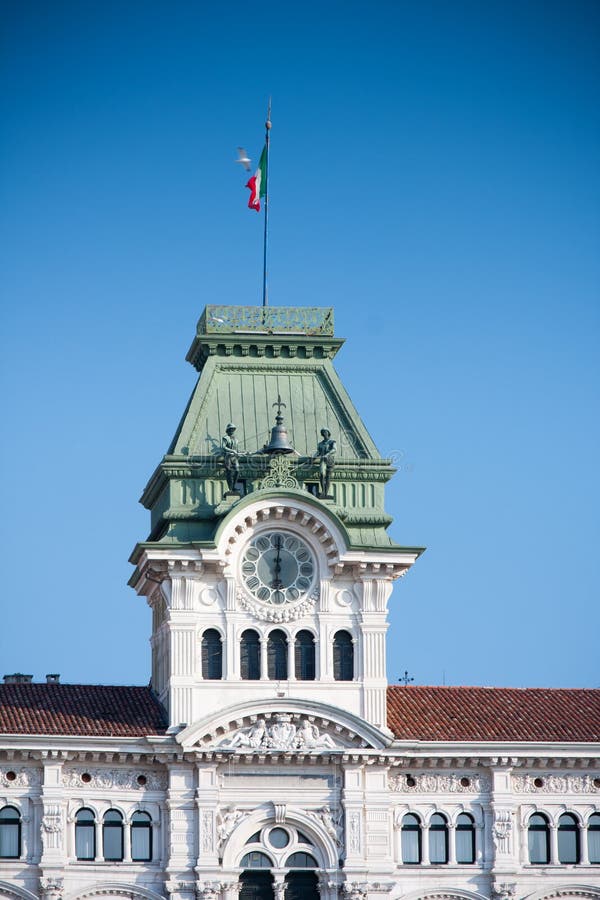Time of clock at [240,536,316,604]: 6:00
